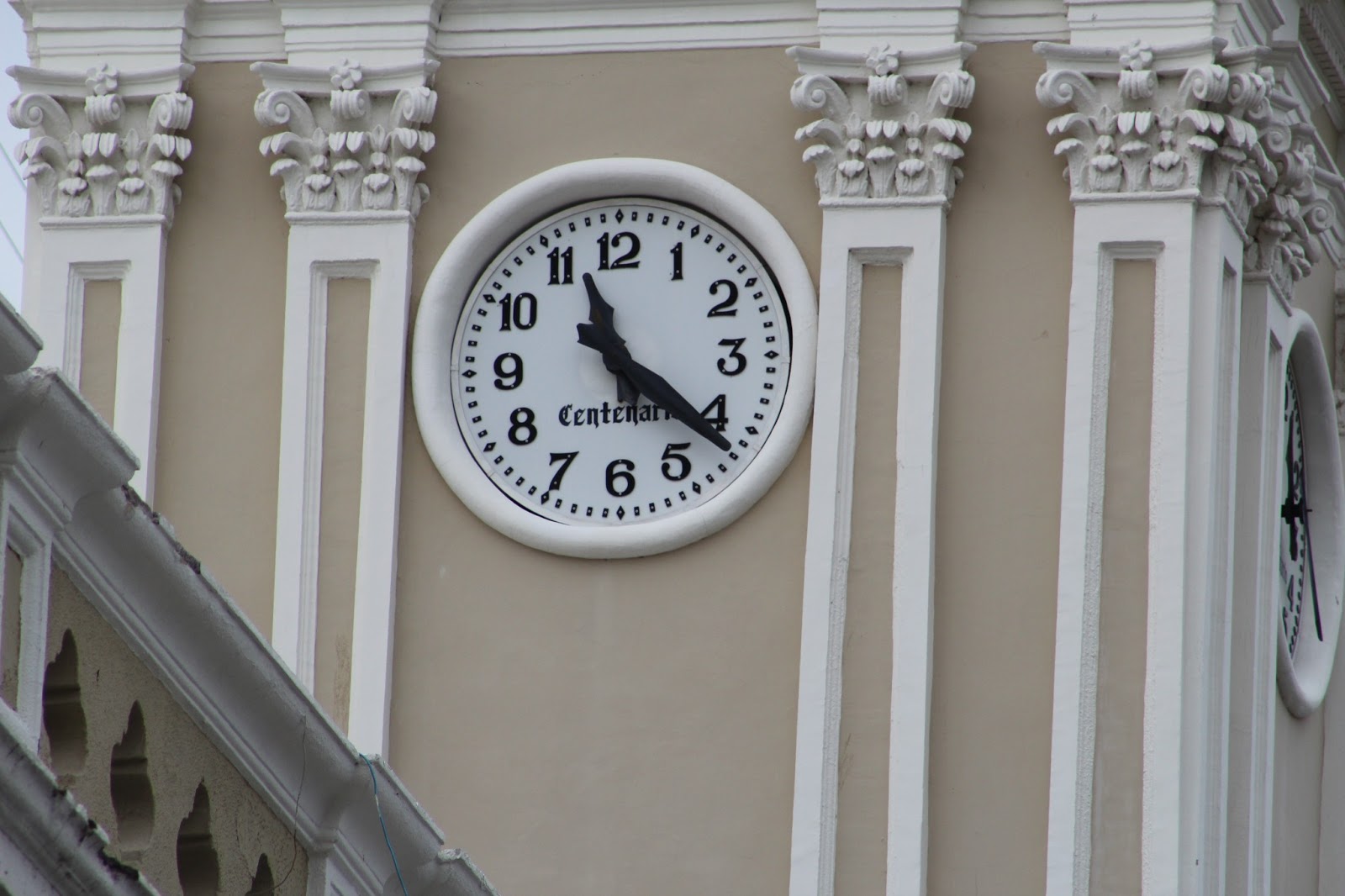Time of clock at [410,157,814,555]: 11:21
